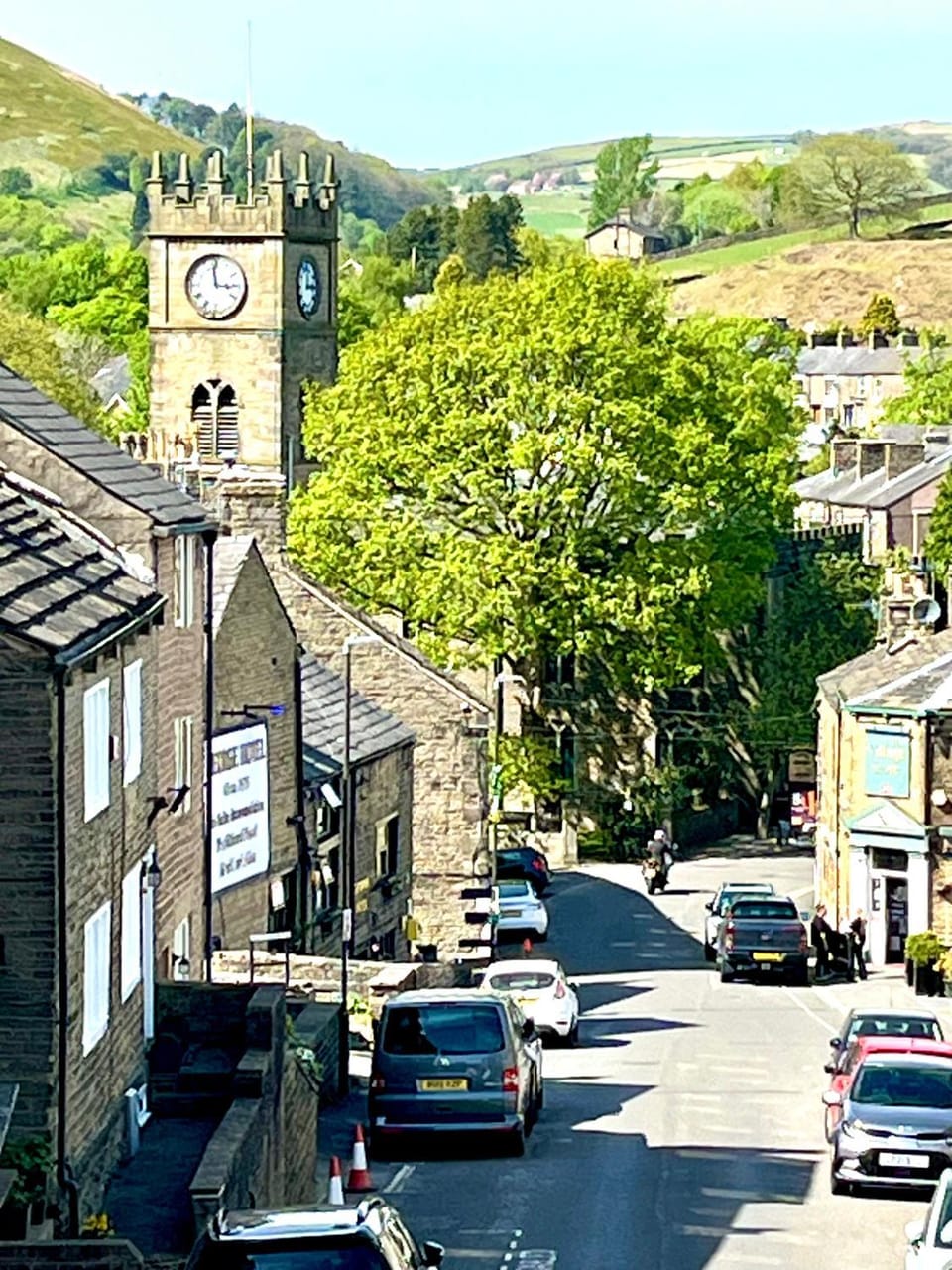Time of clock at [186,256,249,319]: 2:58
